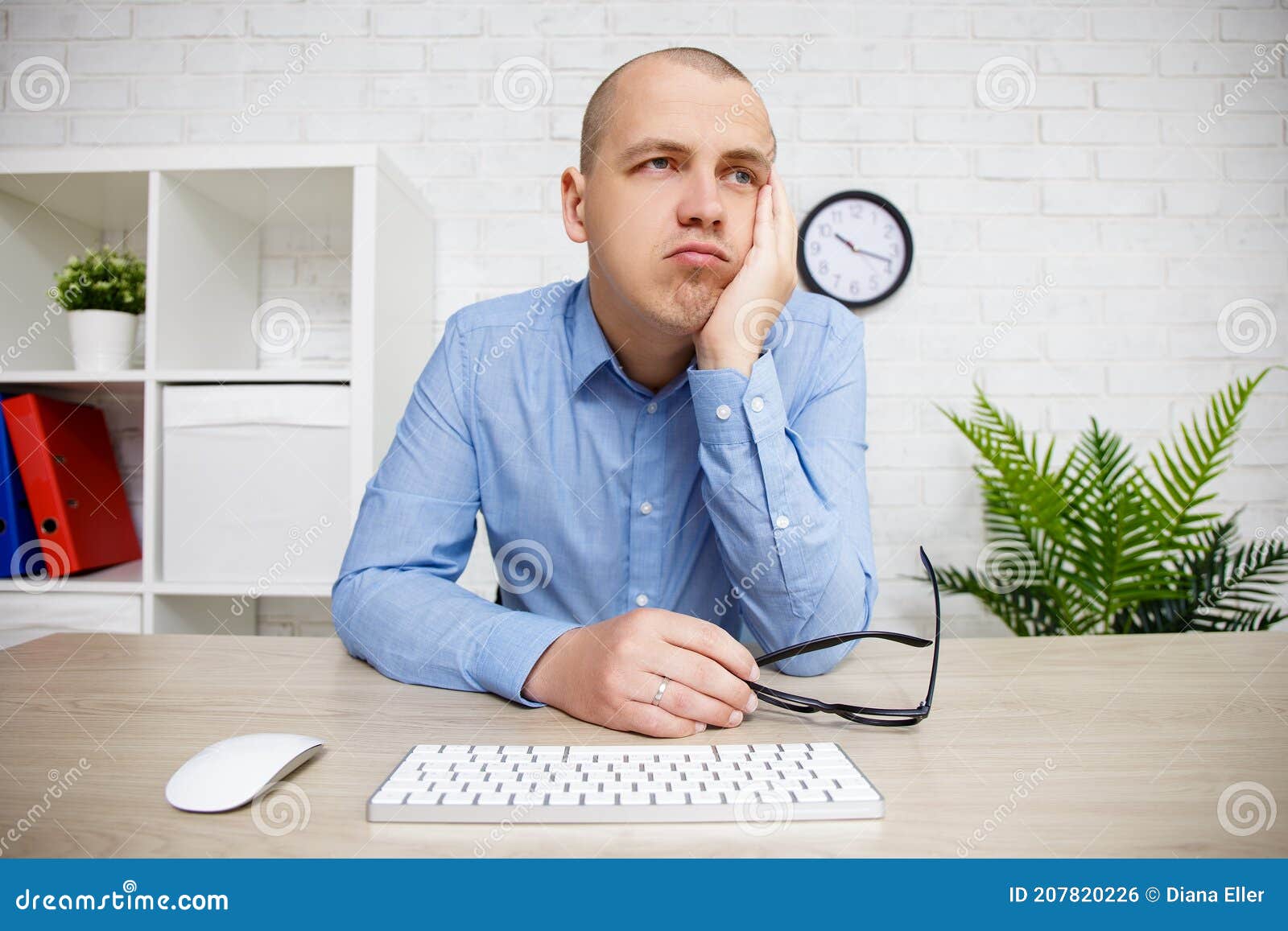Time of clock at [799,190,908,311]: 10:18
